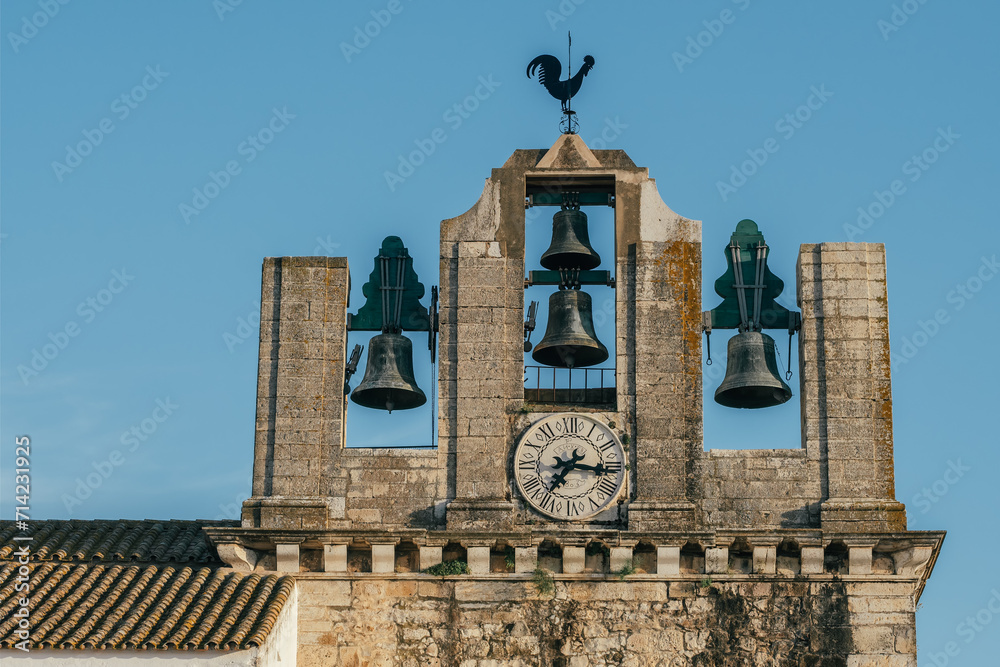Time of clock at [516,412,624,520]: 7:15
